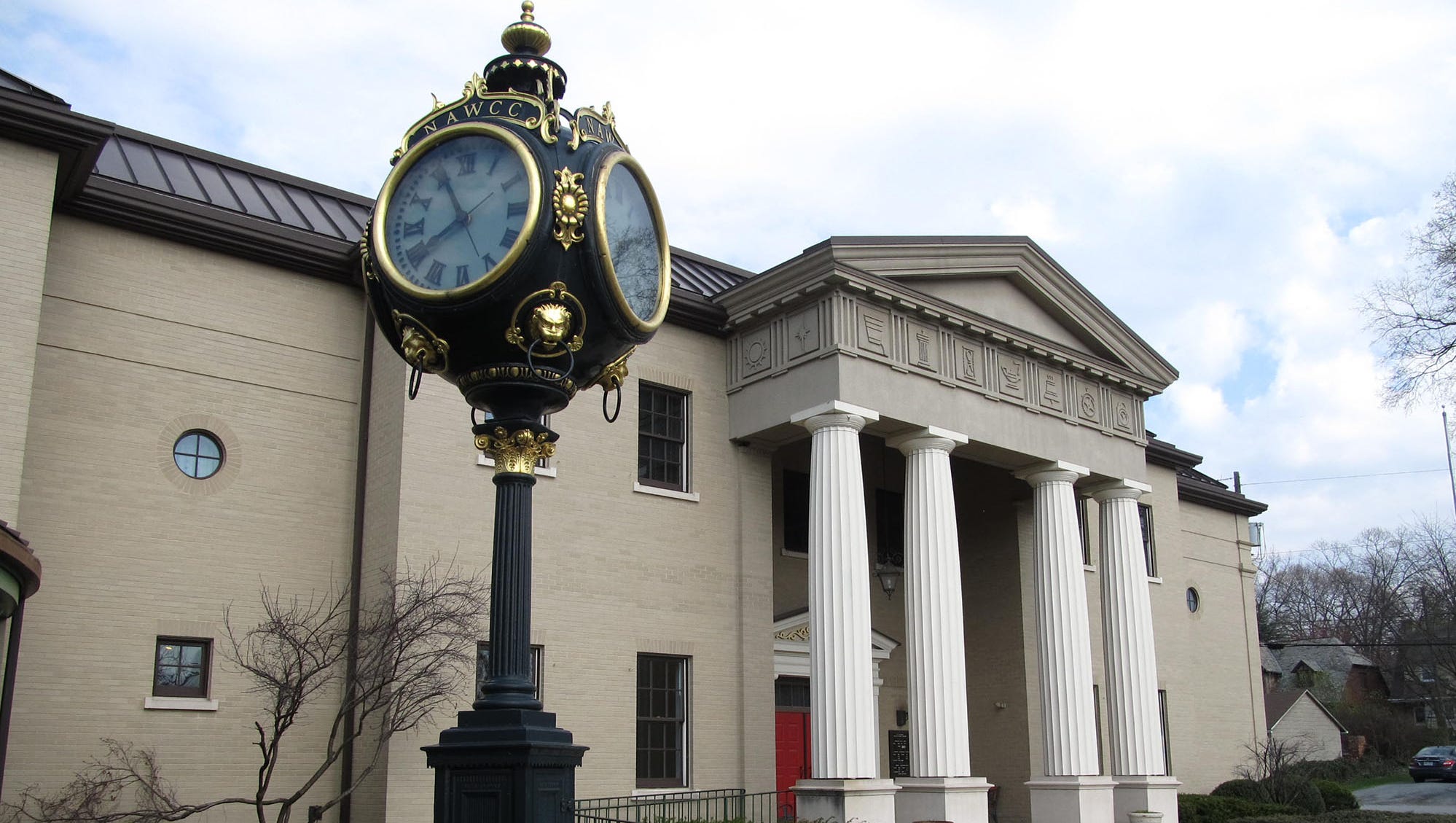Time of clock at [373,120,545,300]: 7:55
